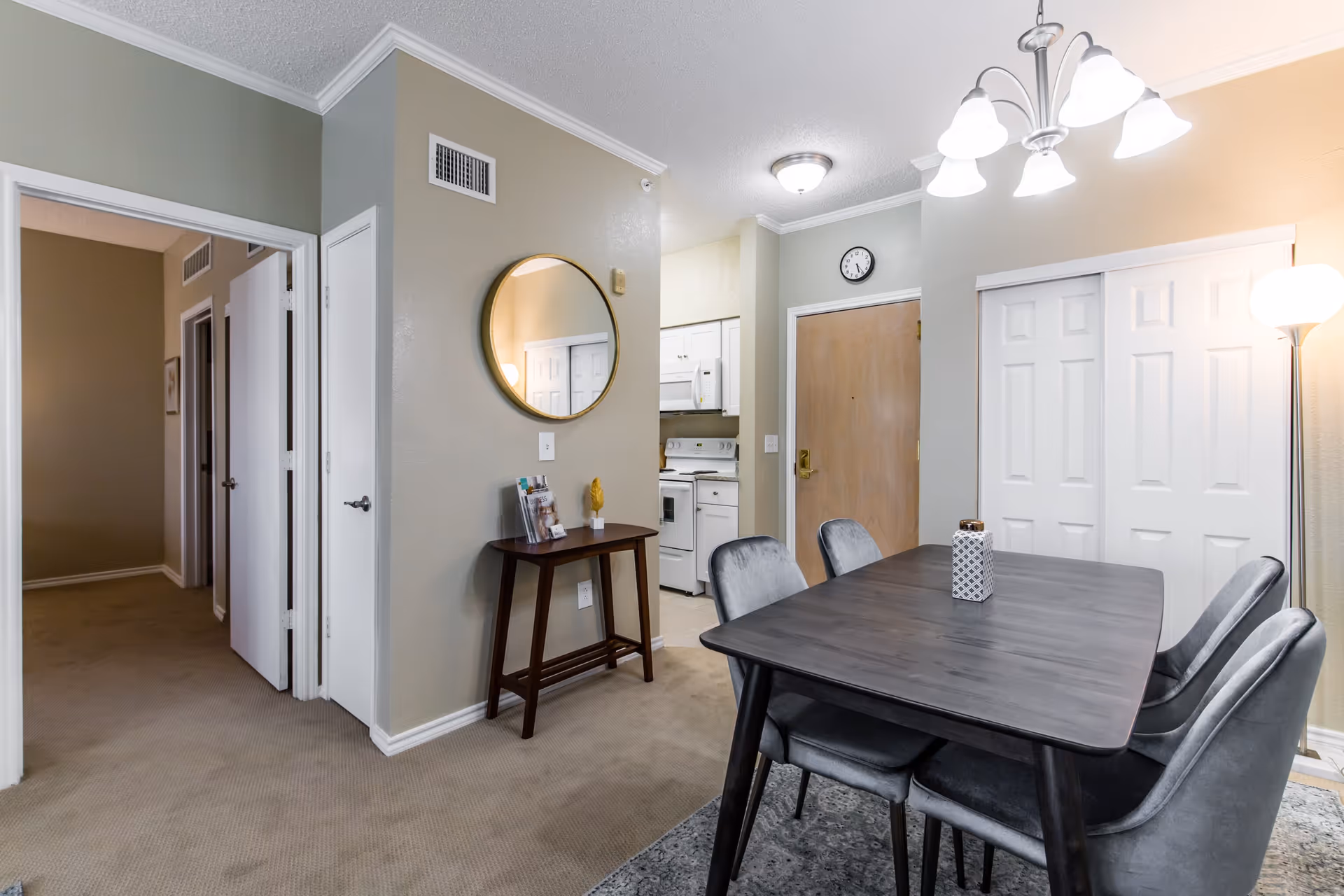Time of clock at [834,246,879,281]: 5:23
